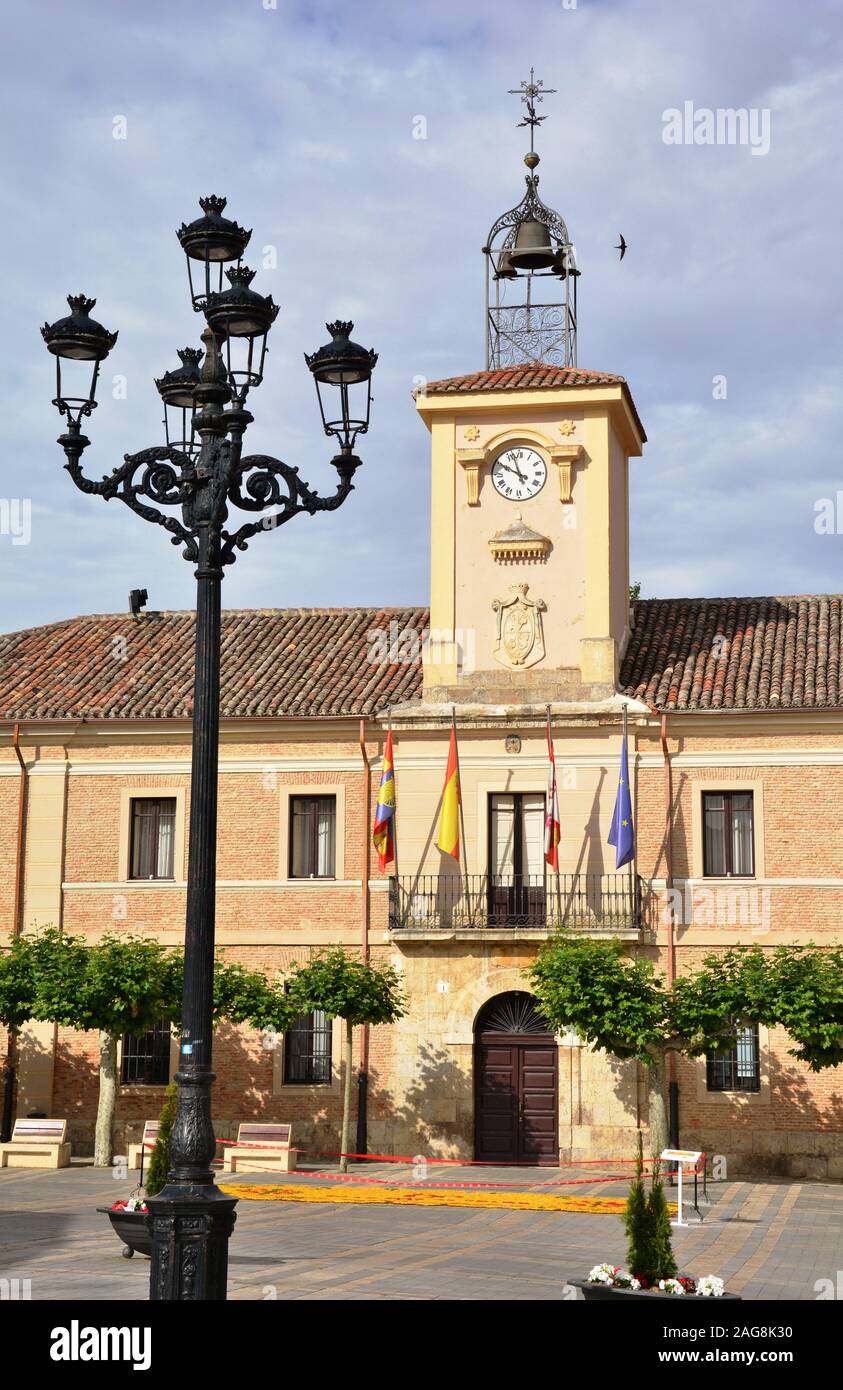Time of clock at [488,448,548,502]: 9:56
